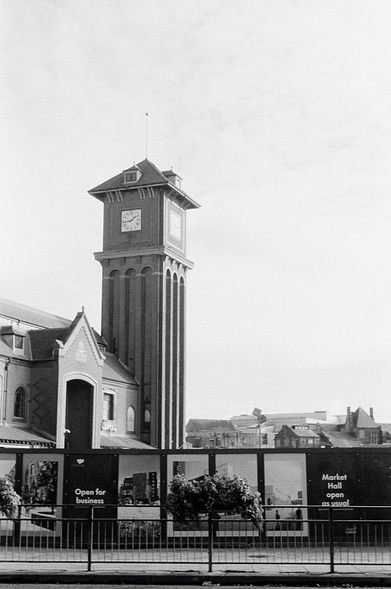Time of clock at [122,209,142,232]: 1:43
